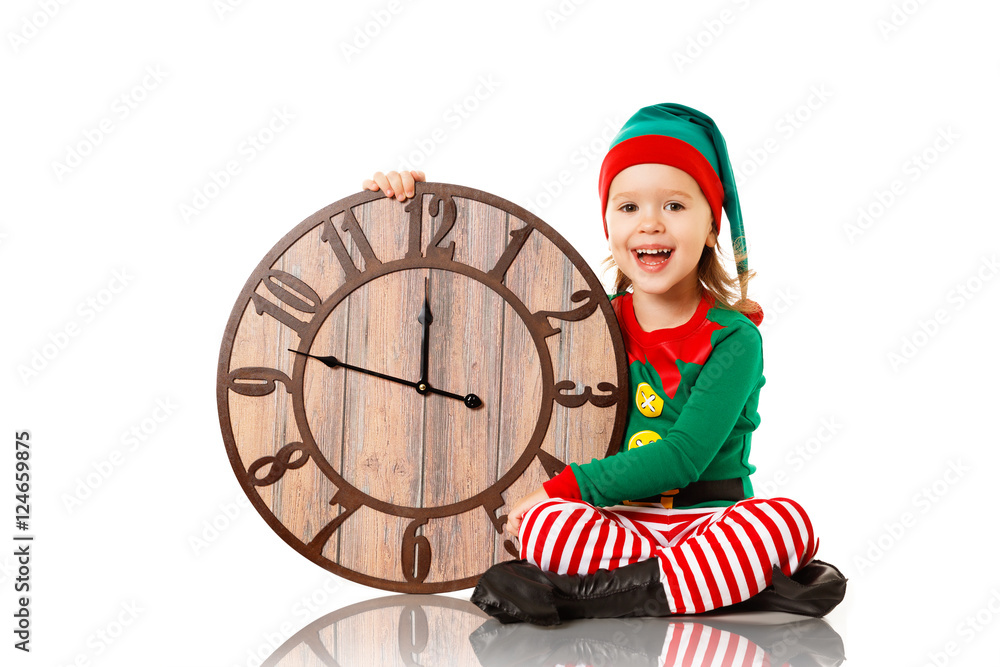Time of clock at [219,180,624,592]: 11:47
